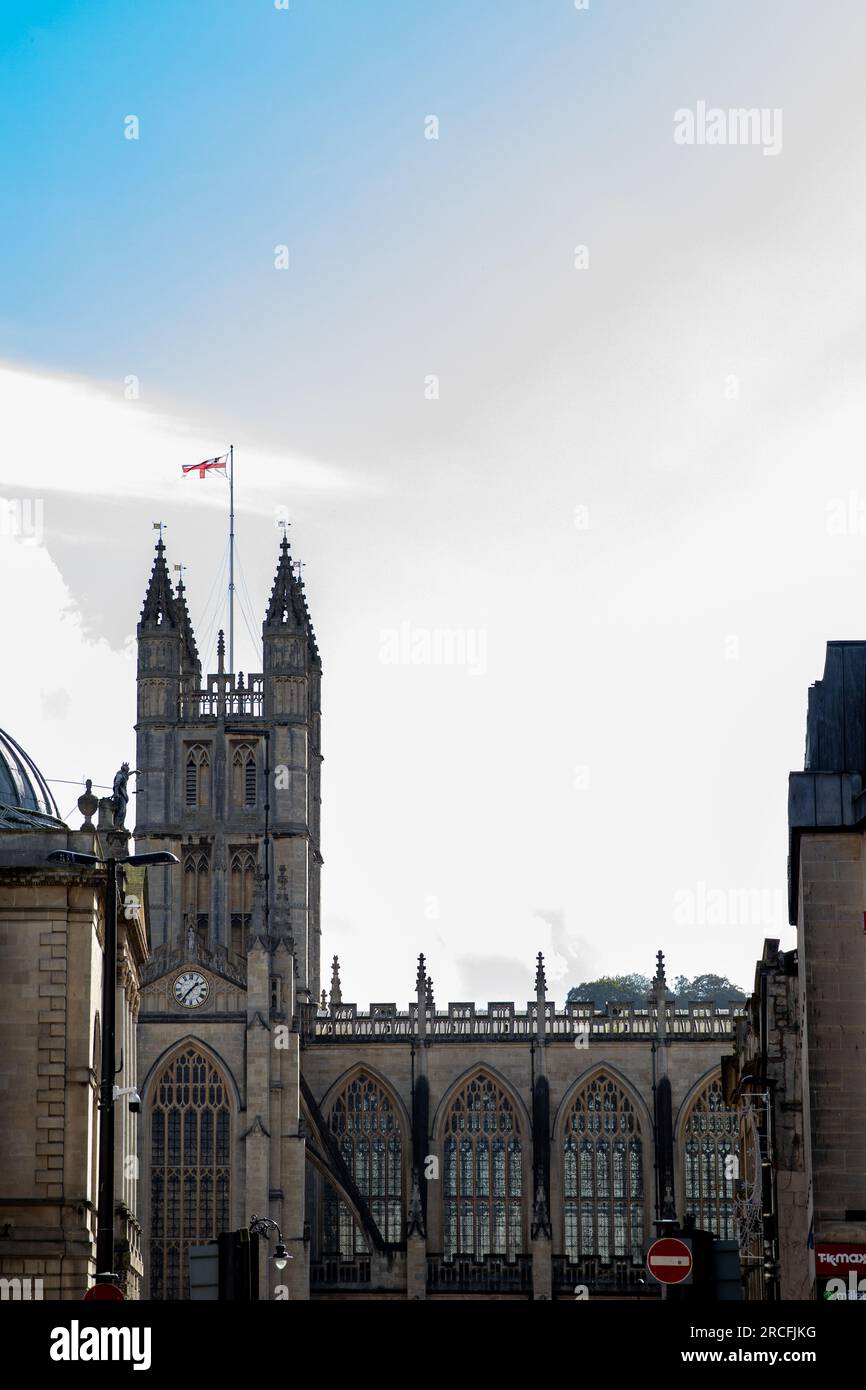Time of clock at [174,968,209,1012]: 1:36
